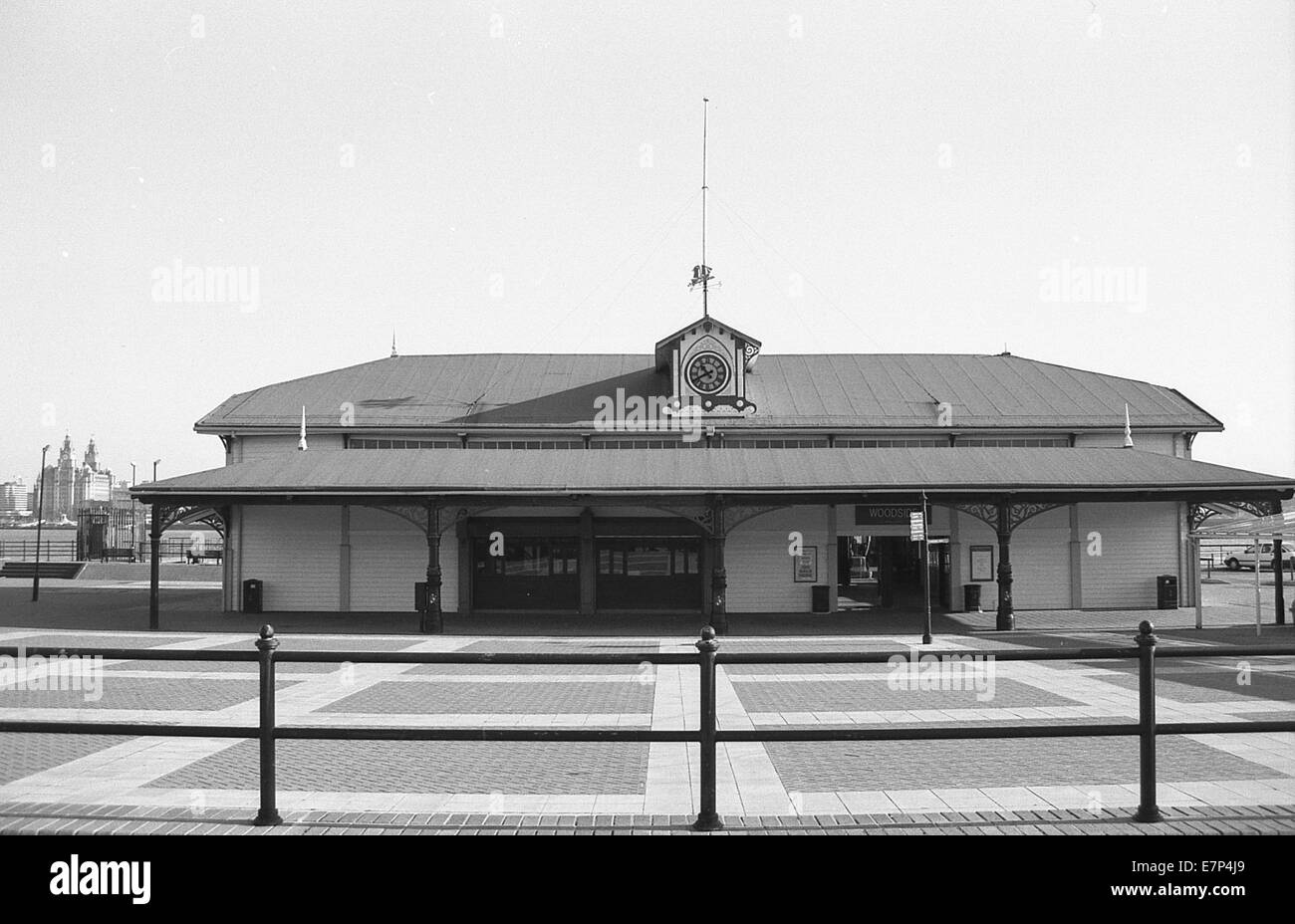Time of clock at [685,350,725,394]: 10:40
